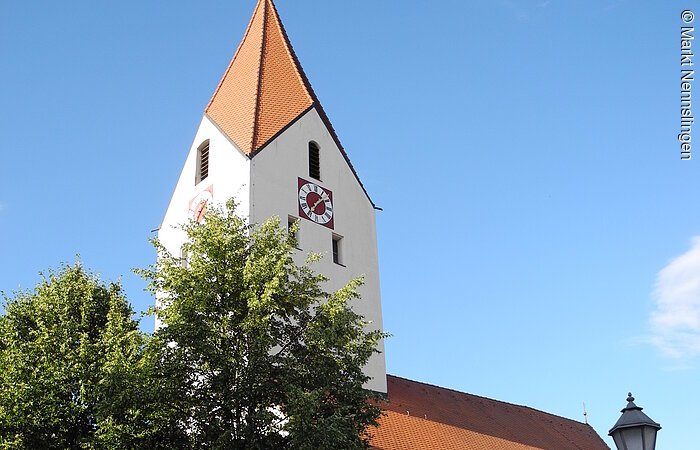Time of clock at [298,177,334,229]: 1:35
